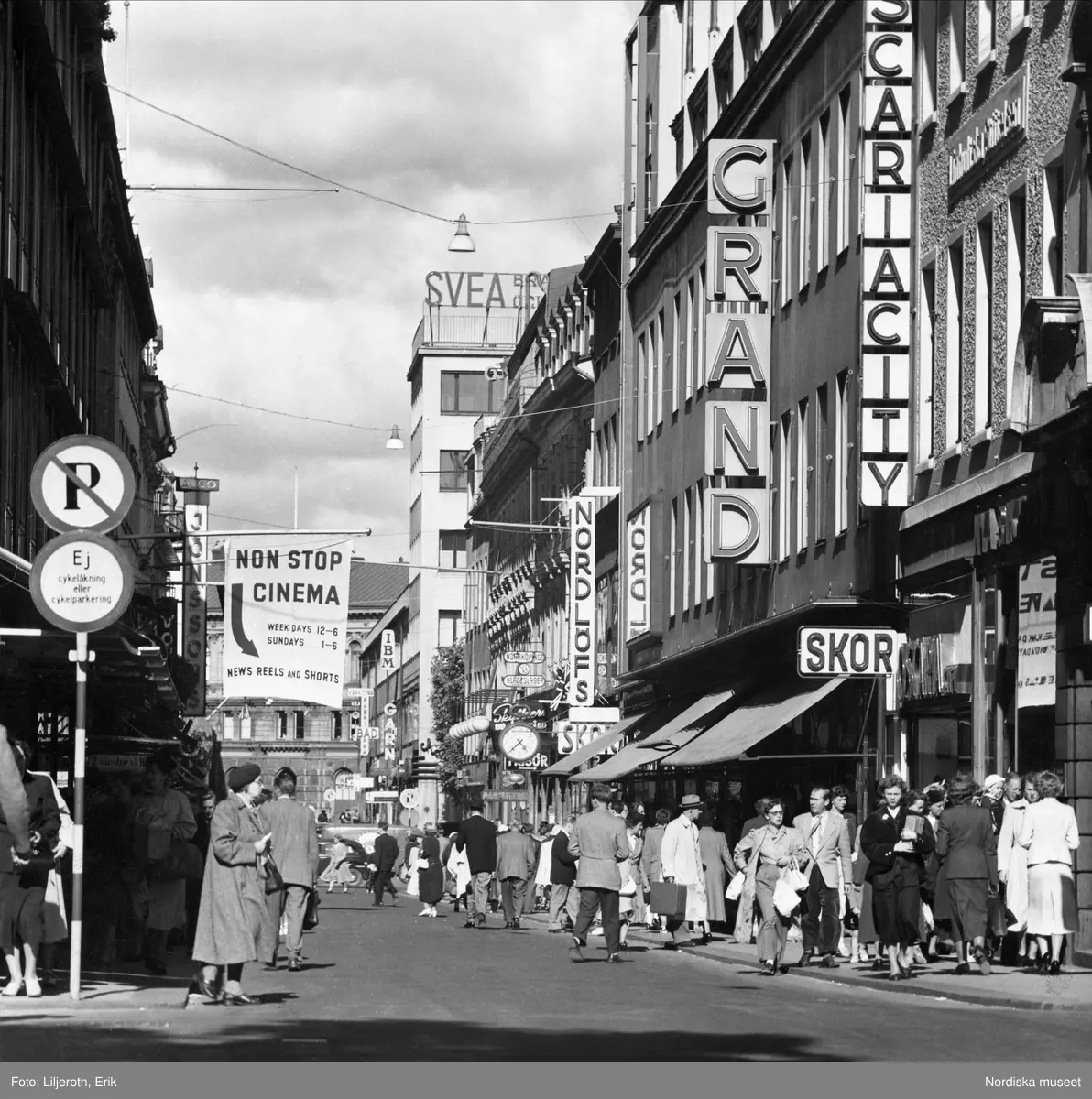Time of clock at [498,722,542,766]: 4:37
